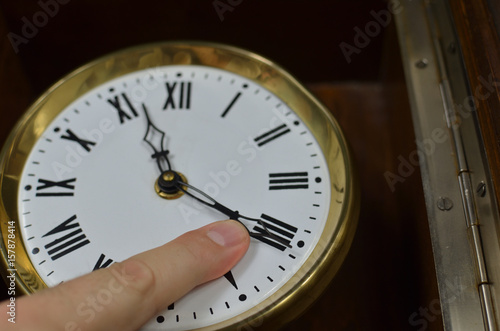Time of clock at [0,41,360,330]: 11:20
